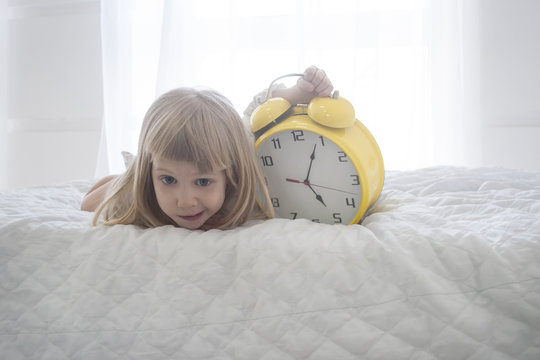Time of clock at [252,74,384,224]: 5:04
